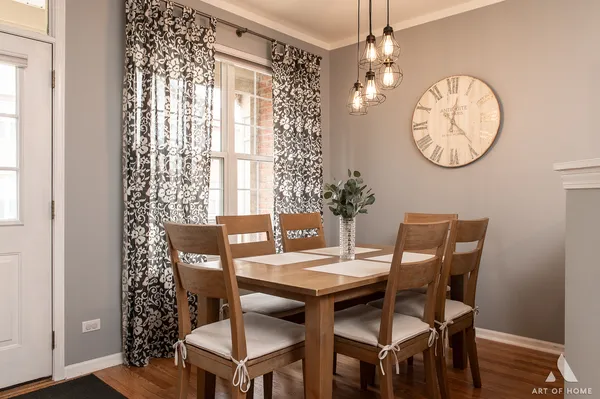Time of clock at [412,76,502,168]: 12:23
